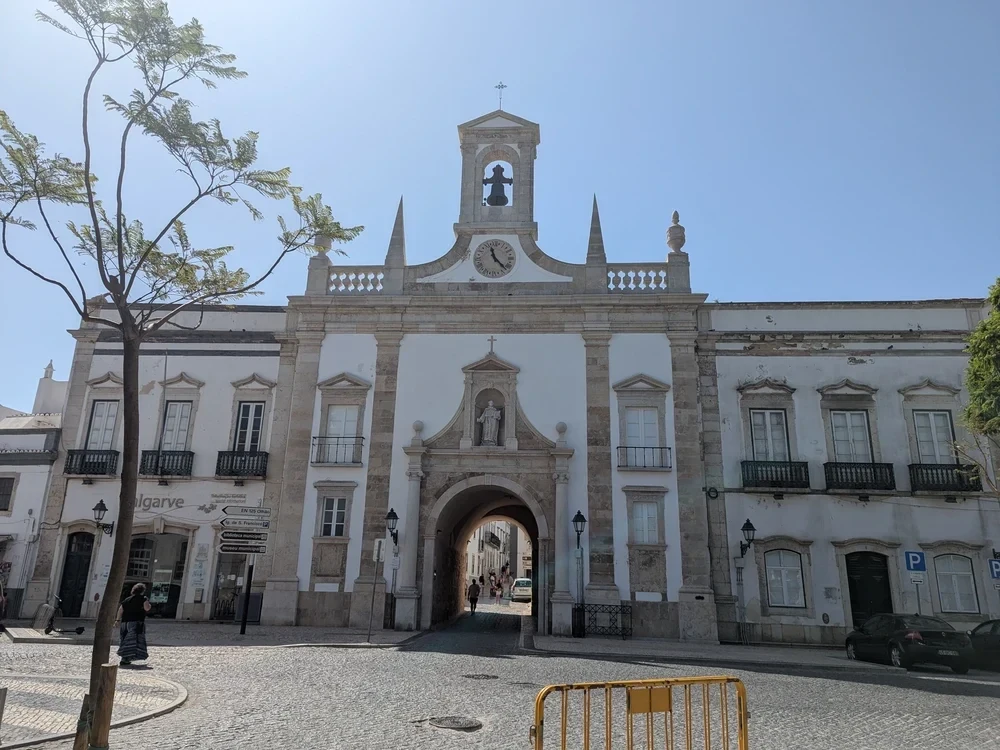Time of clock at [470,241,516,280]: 11:22
